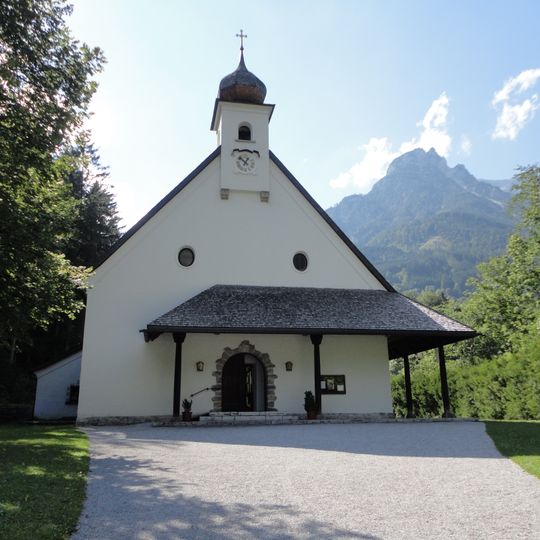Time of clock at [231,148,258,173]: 12:52
